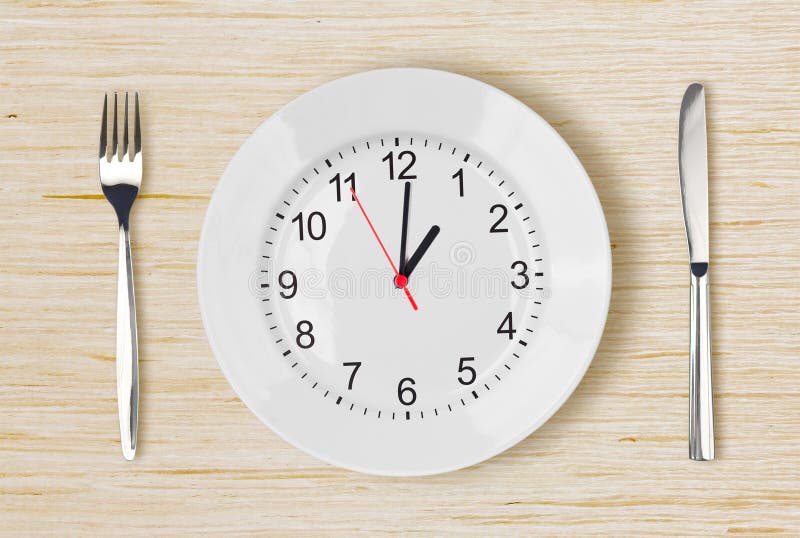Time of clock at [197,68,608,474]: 1:00
